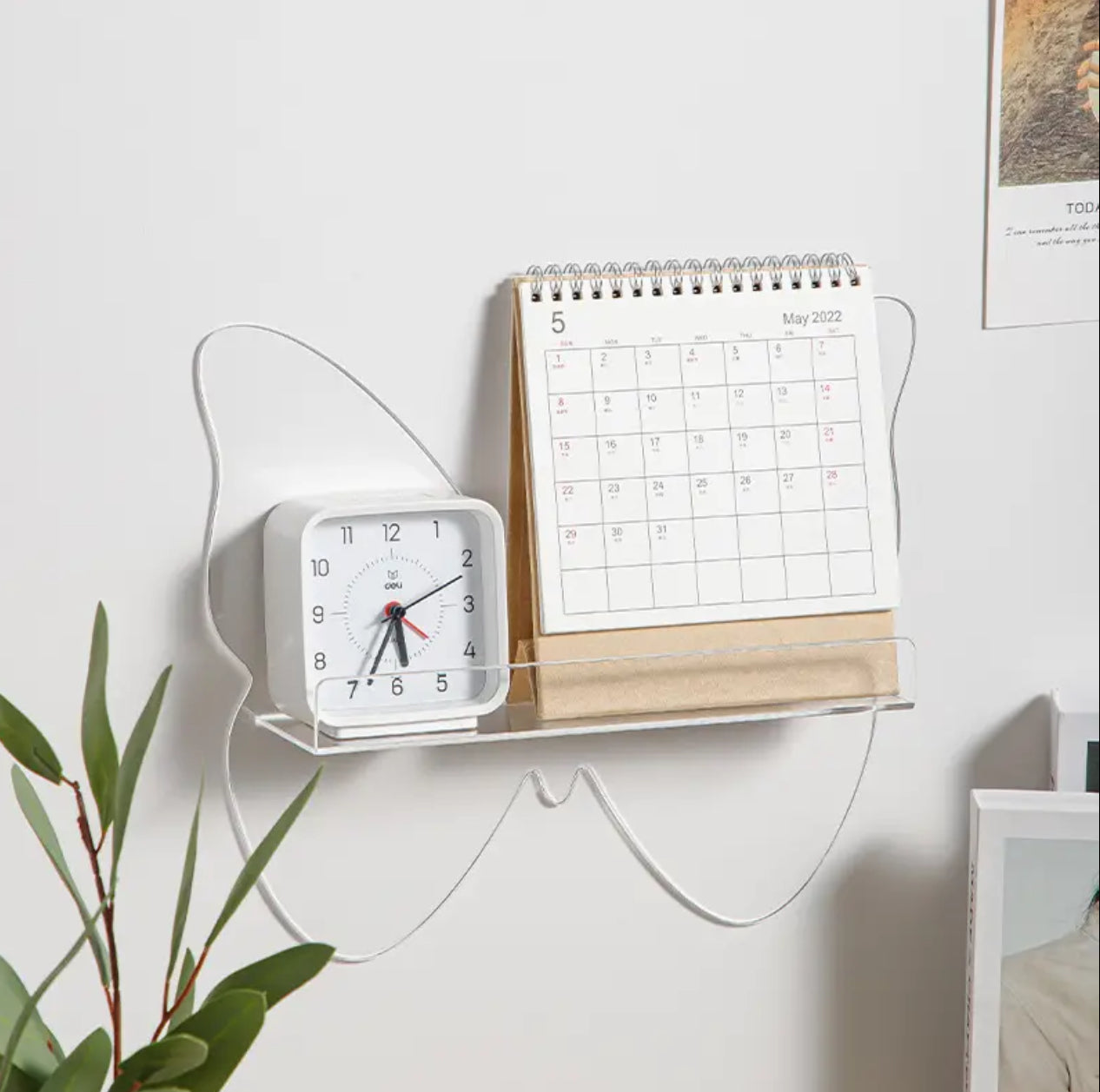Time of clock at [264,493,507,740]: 5:34
